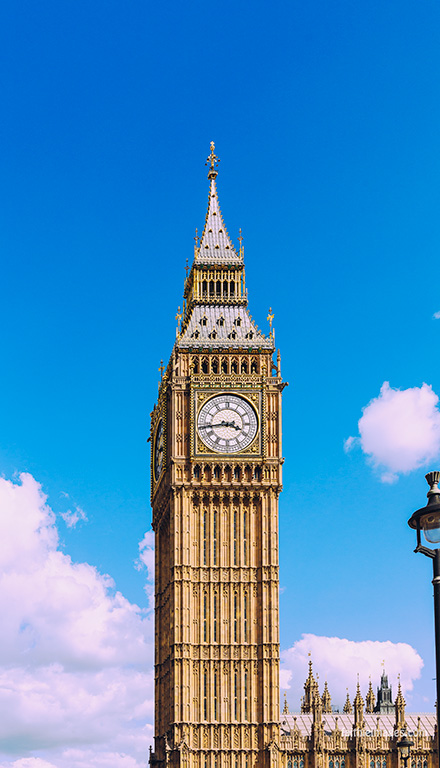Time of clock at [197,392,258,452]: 3:43
